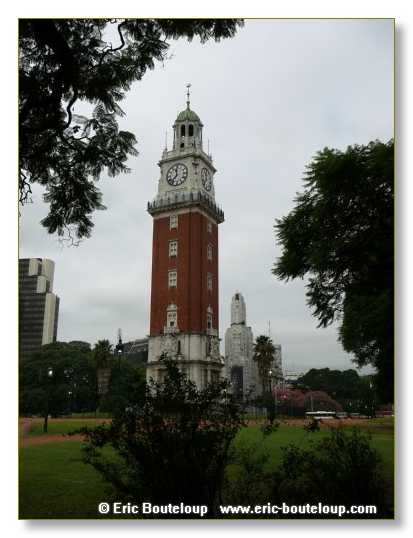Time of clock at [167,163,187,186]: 11:37
